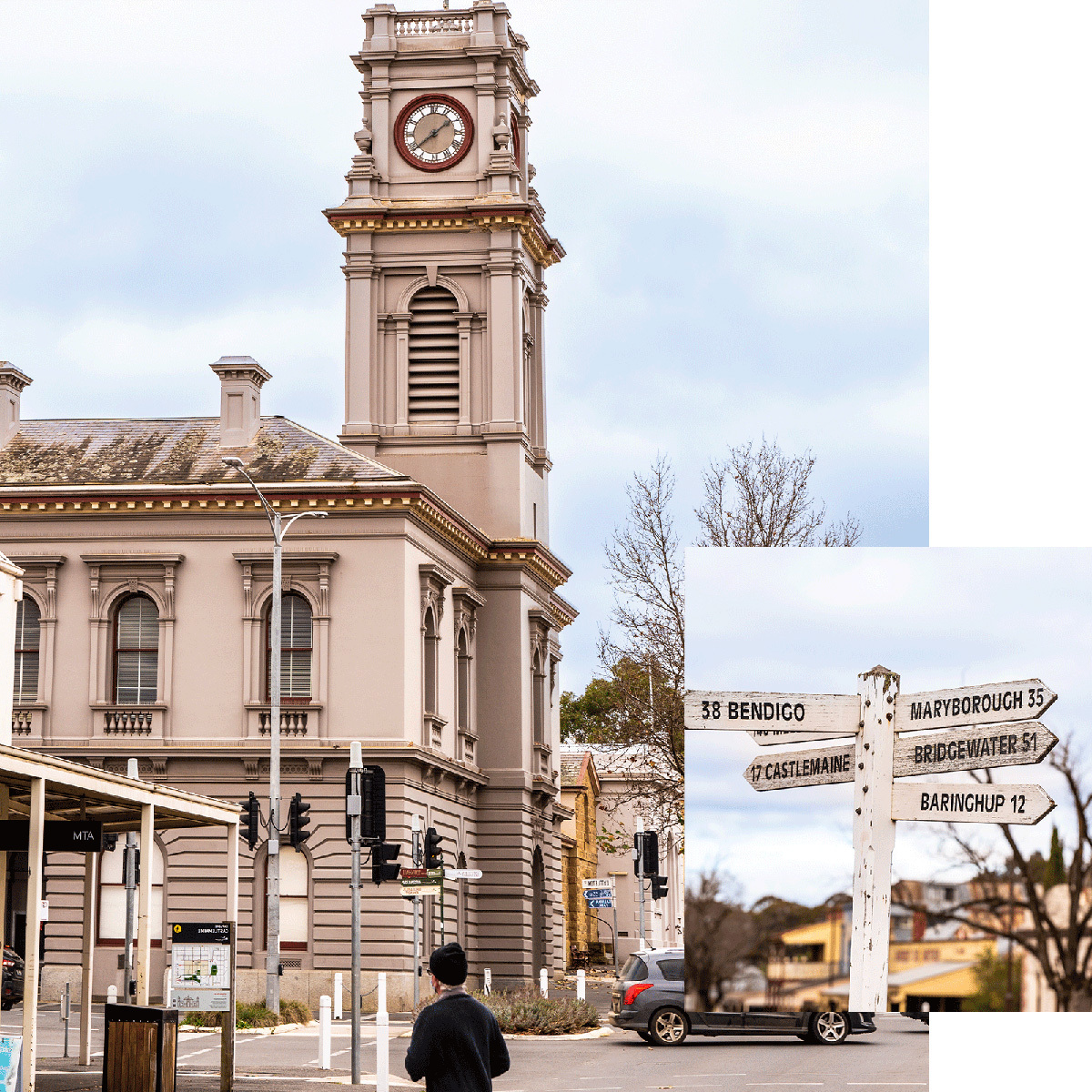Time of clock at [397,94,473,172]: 1:38
